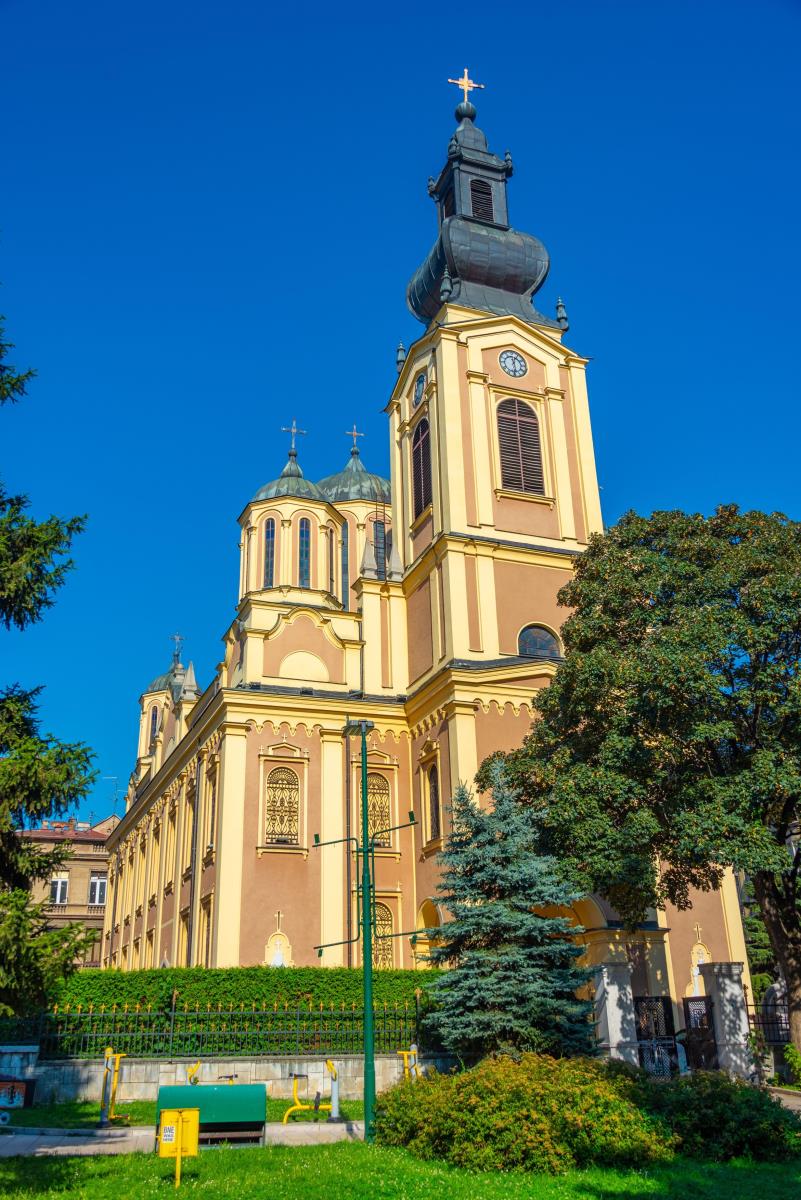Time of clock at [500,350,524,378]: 12:28
